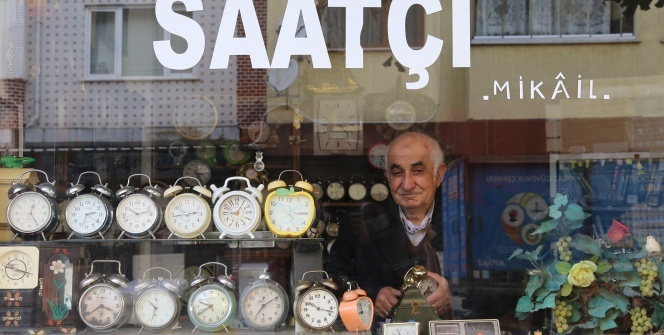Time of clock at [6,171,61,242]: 12:24
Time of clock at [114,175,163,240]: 10:12
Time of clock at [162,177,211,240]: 2:43
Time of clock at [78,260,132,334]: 3:39
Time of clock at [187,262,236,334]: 9:39
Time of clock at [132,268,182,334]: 10:32
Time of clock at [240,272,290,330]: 7:09
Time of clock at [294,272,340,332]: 10:17
